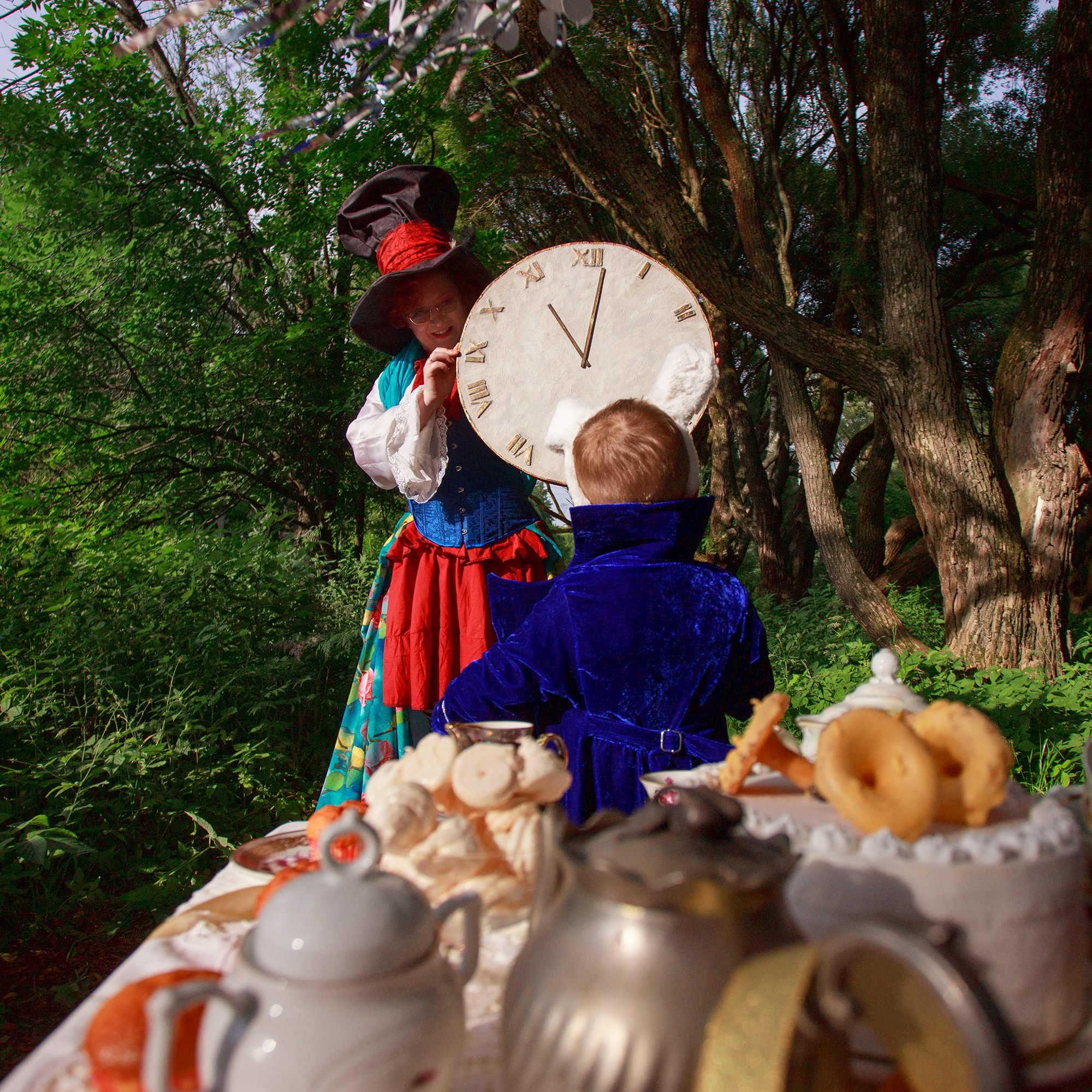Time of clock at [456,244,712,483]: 11:01
